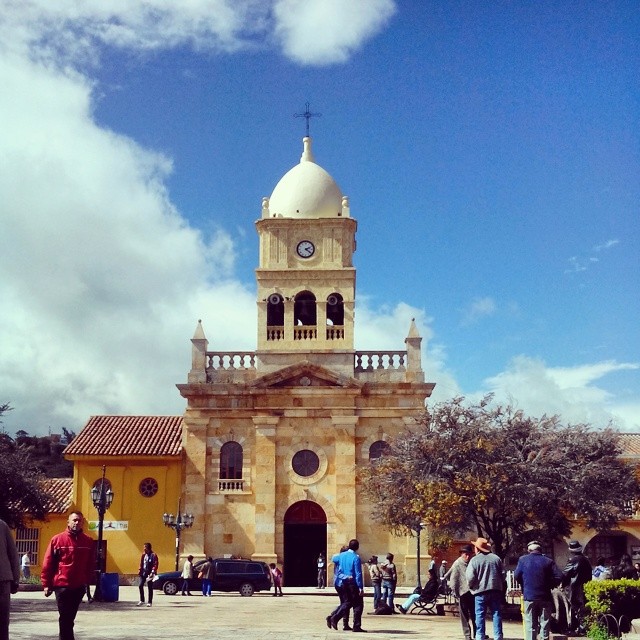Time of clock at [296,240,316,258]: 2:21
